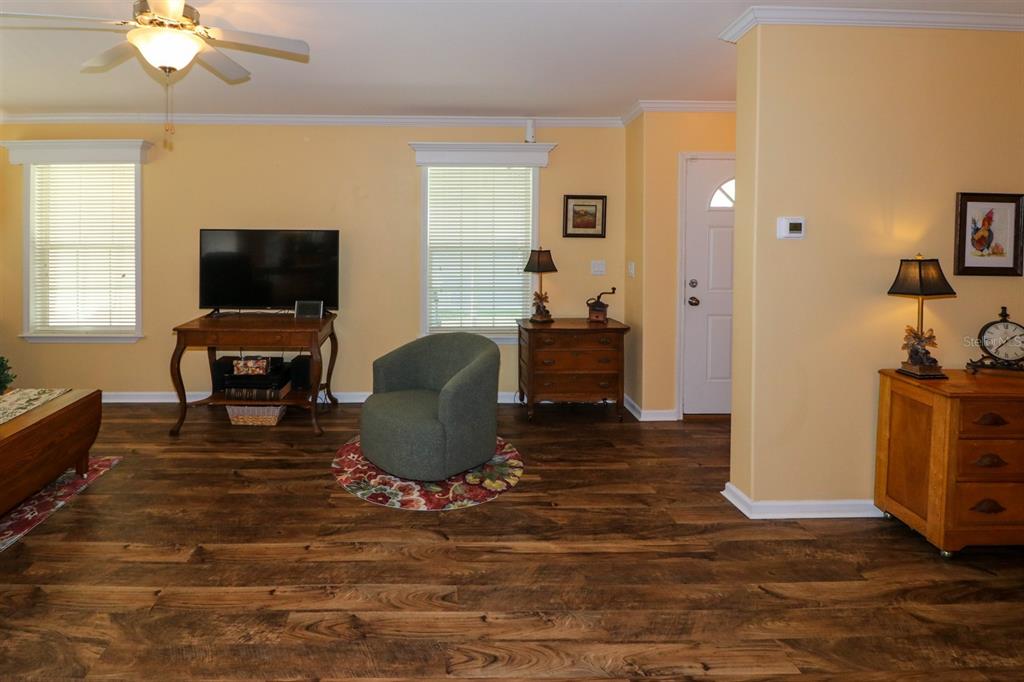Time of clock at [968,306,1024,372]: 1:36
